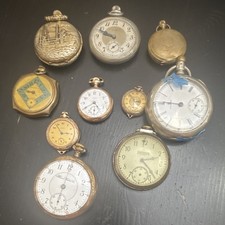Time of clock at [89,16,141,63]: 9:48
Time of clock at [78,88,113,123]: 4:40
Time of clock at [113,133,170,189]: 2:22
